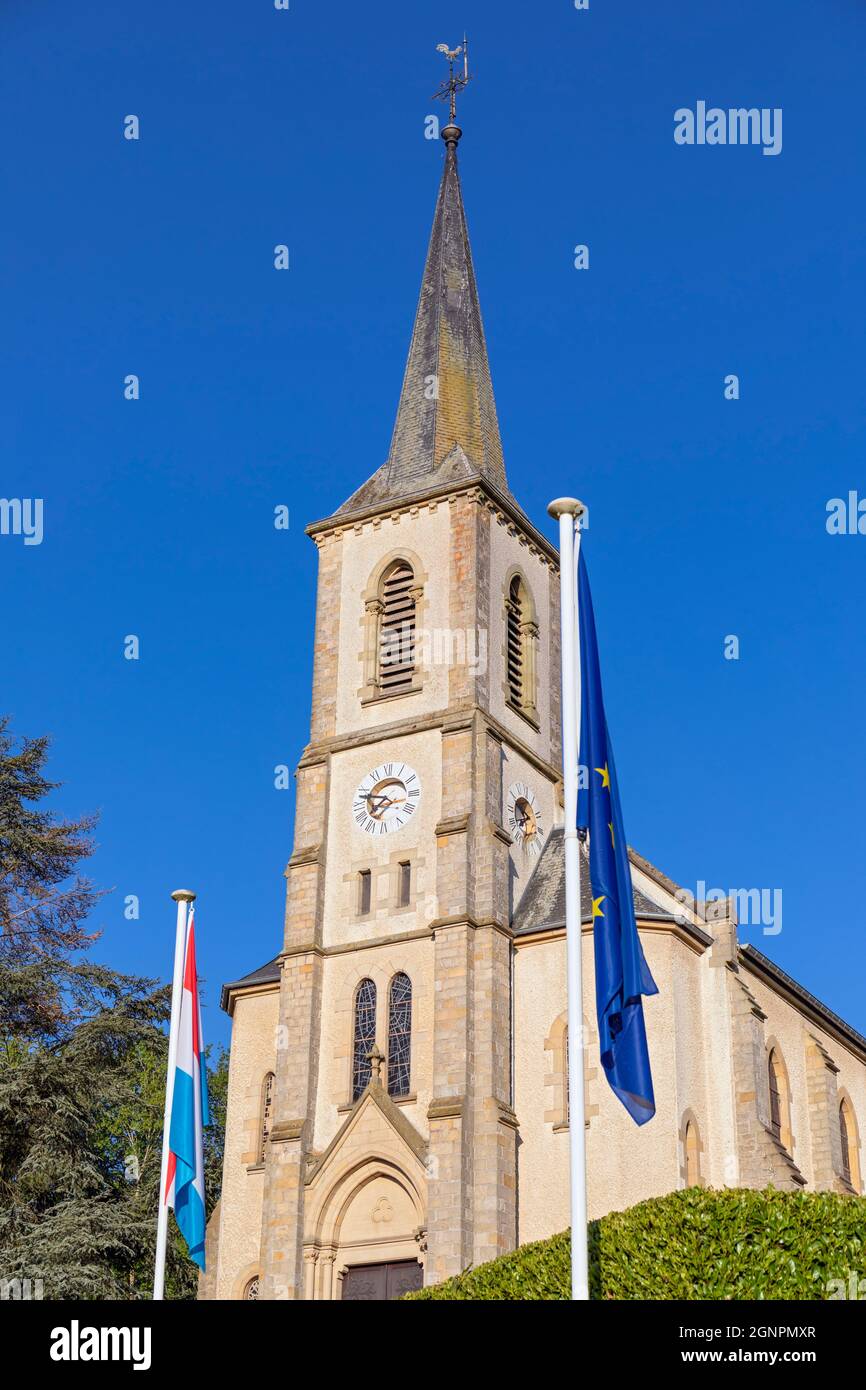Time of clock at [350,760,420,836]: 7:47
